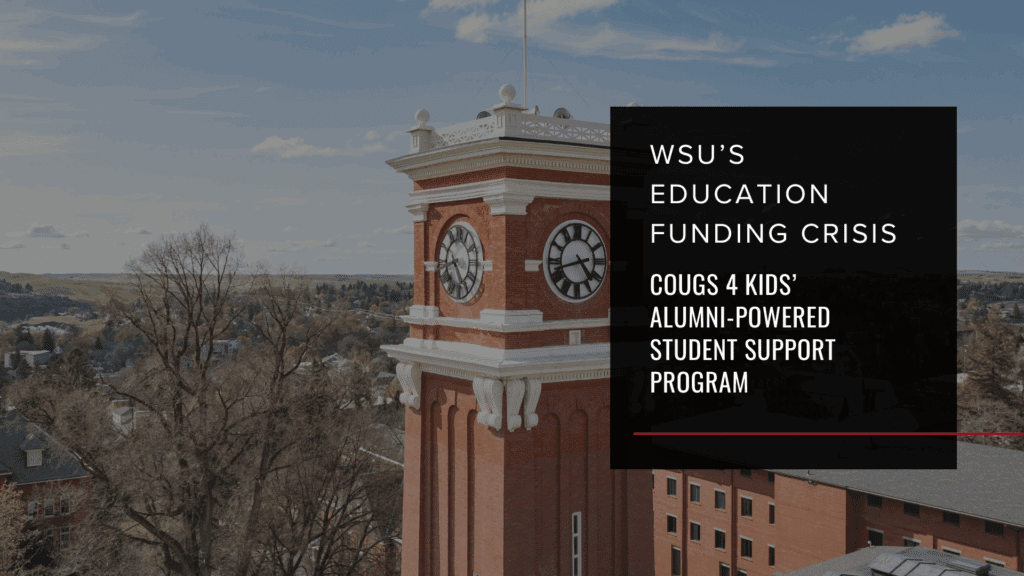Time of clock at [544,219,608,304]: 4:42
